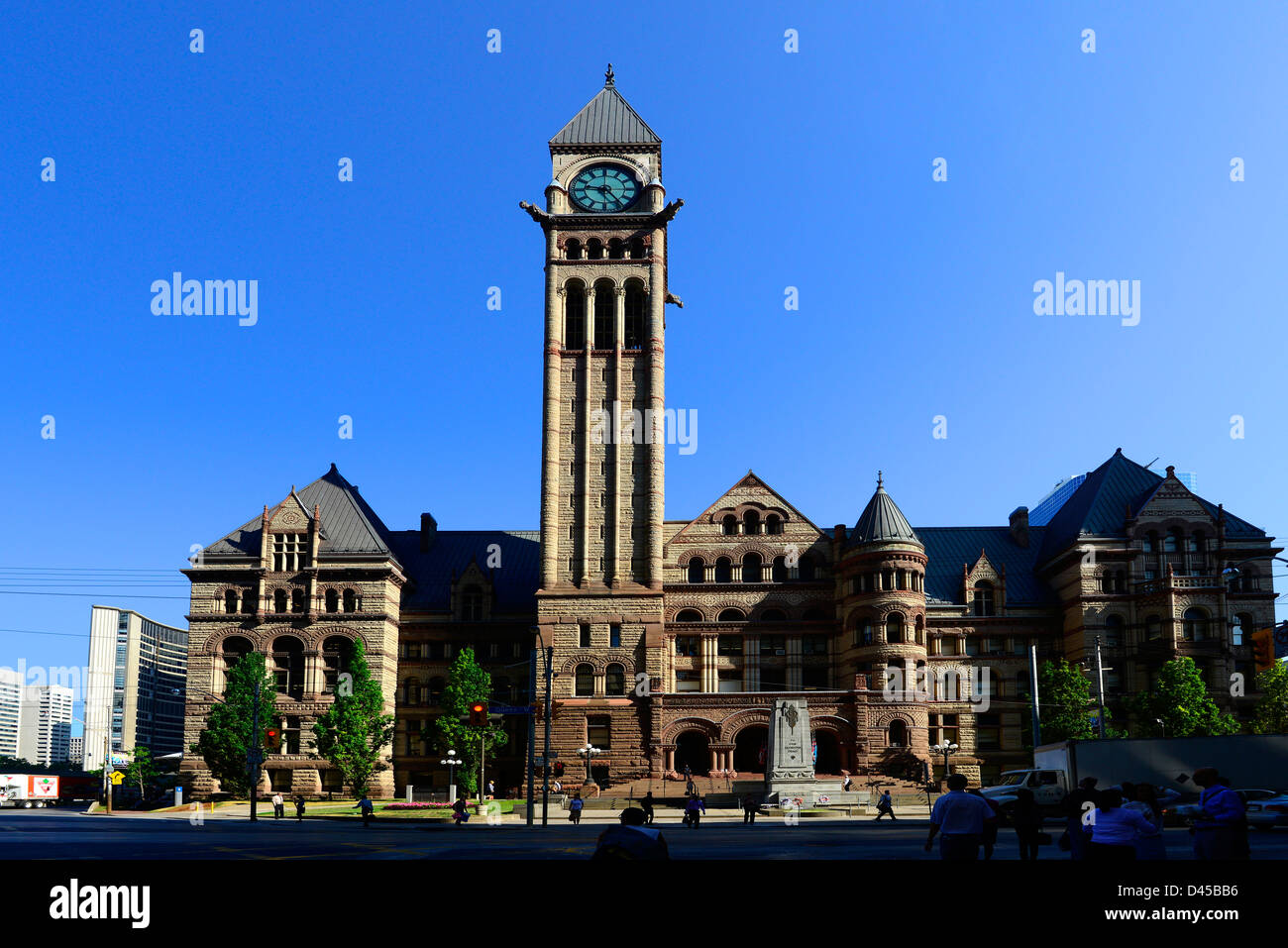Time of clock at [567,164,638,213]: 9:23
